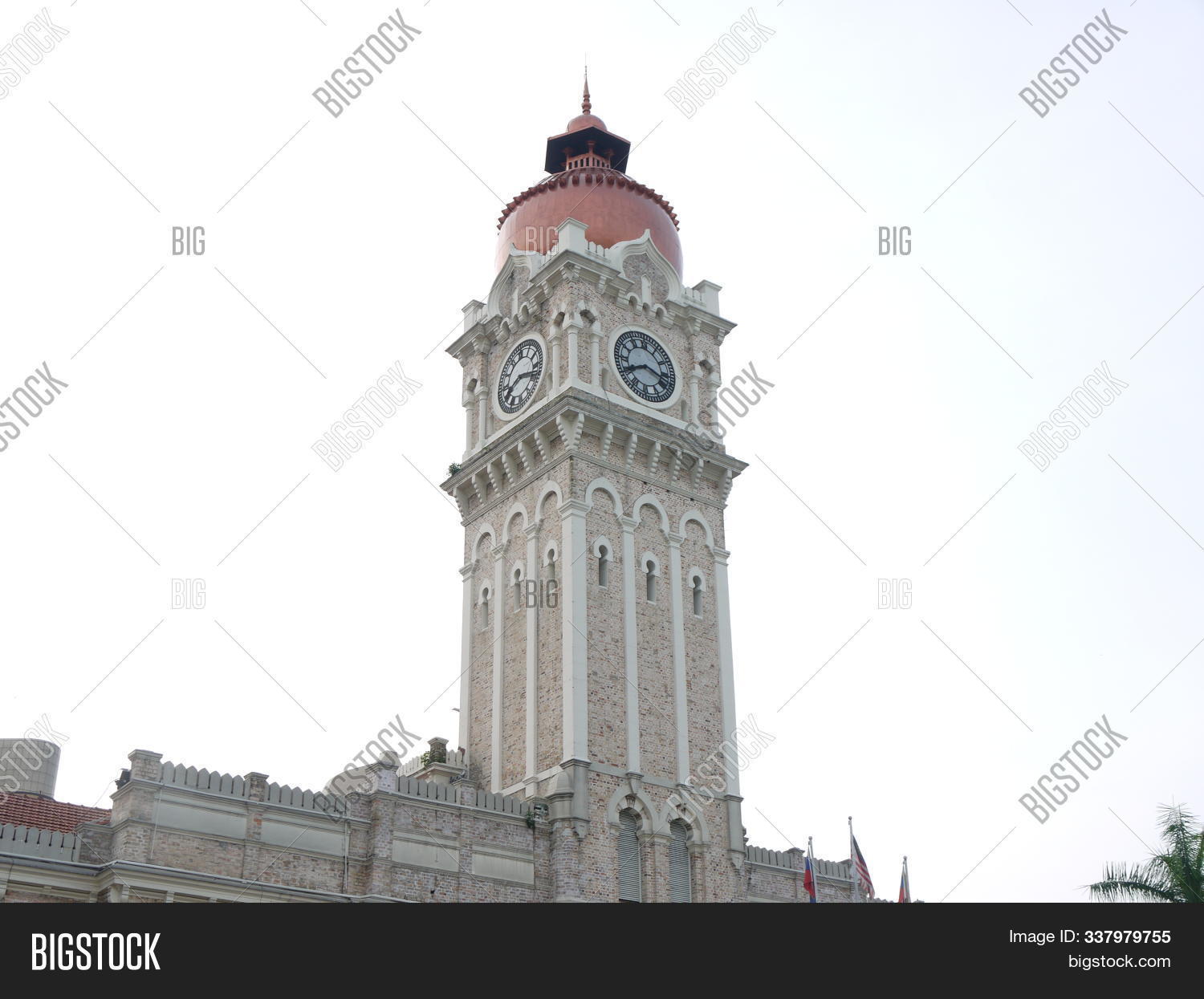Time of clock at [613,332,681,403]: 8:17
